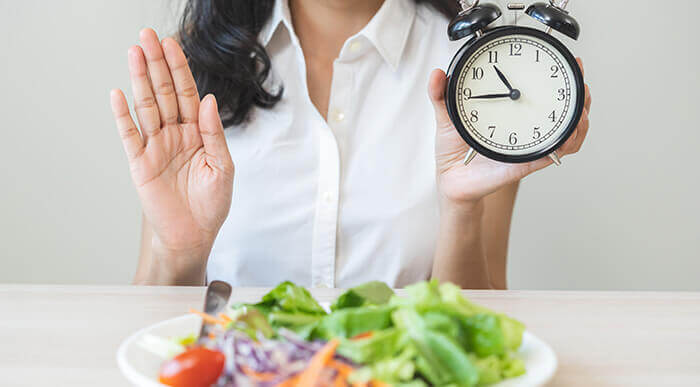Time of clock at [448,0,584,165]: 10:44
